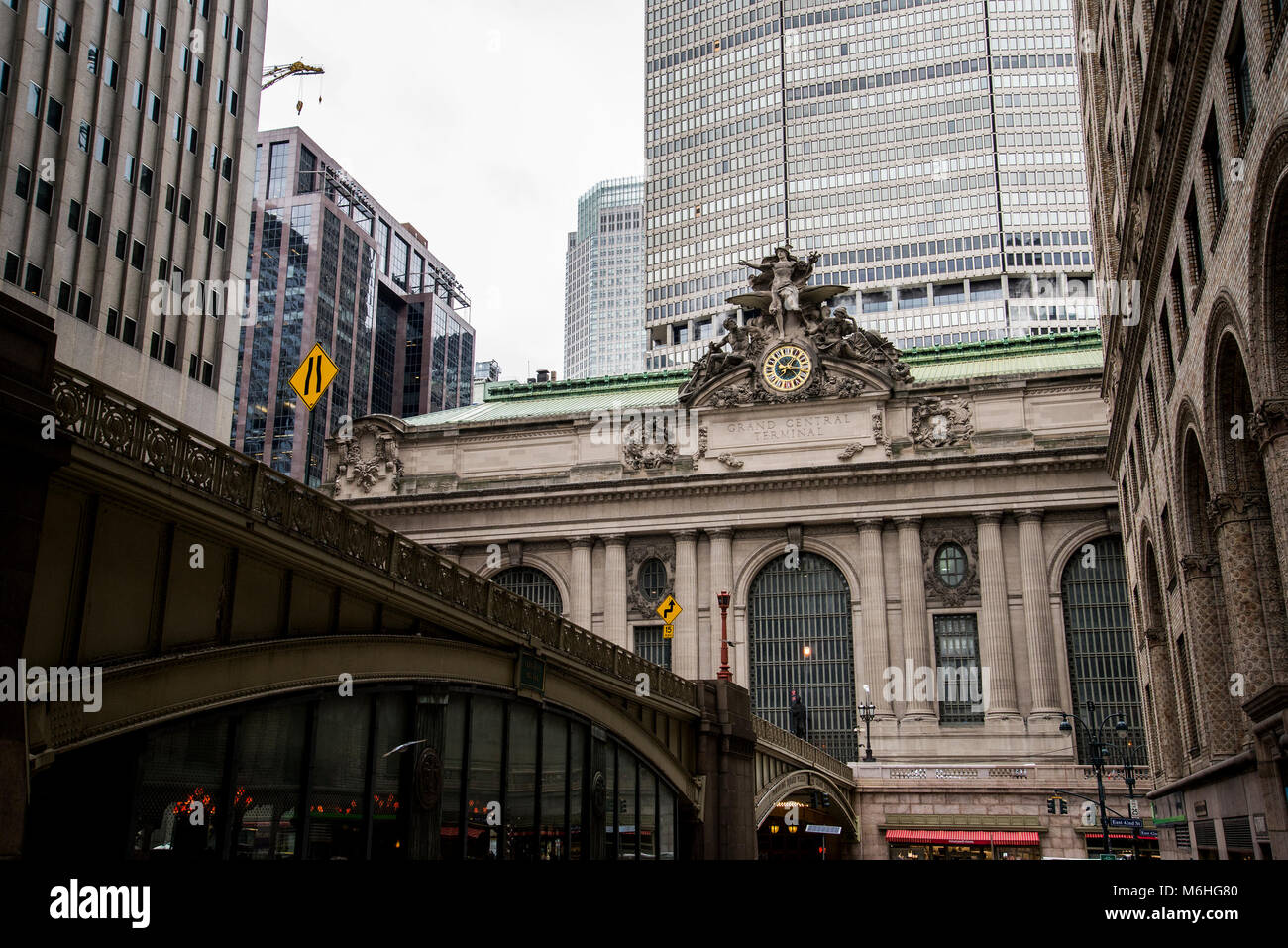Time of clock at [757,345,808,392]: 1:16
